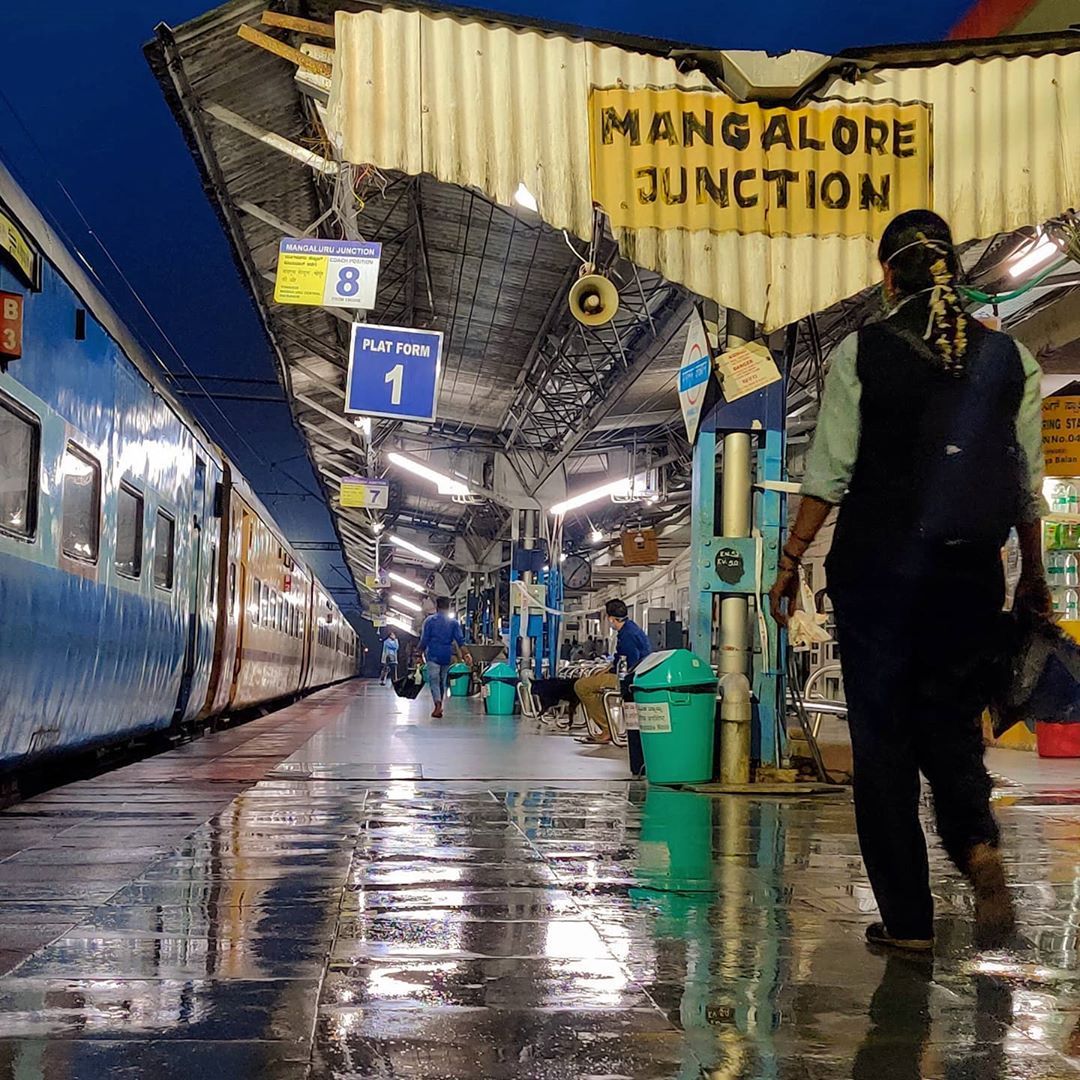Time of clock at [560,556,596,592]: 7:07
